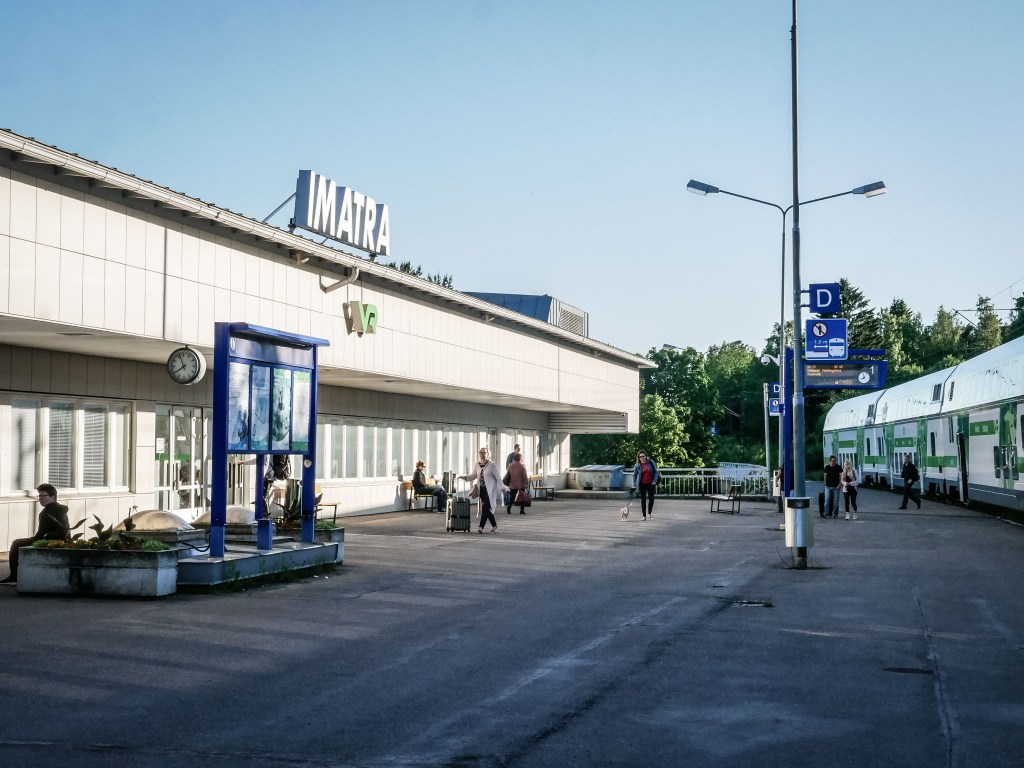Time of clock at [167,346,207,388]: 7:56
